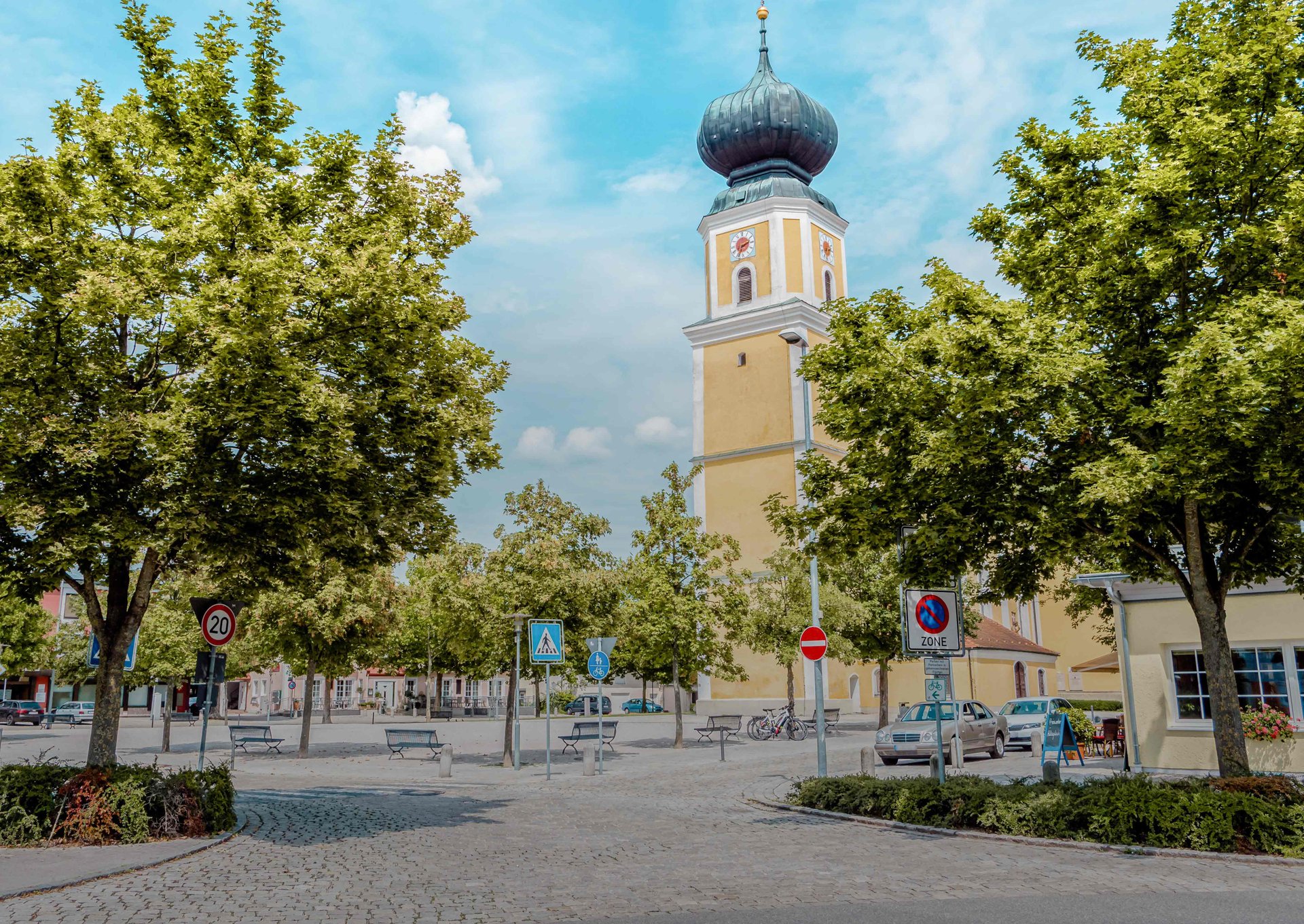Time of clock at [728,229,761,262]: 2:33
